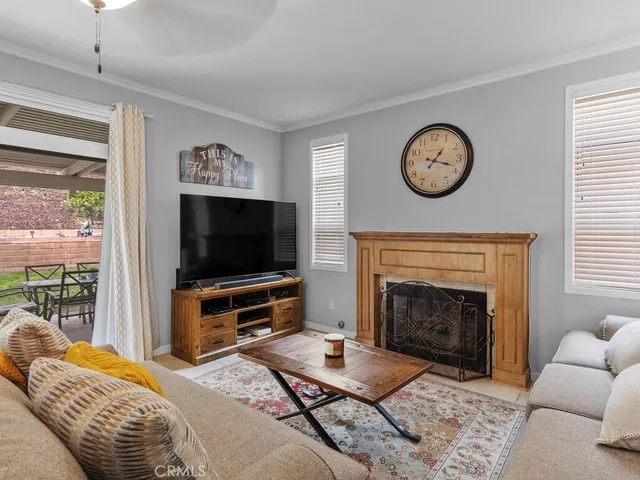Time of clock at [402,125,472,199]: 1:18
